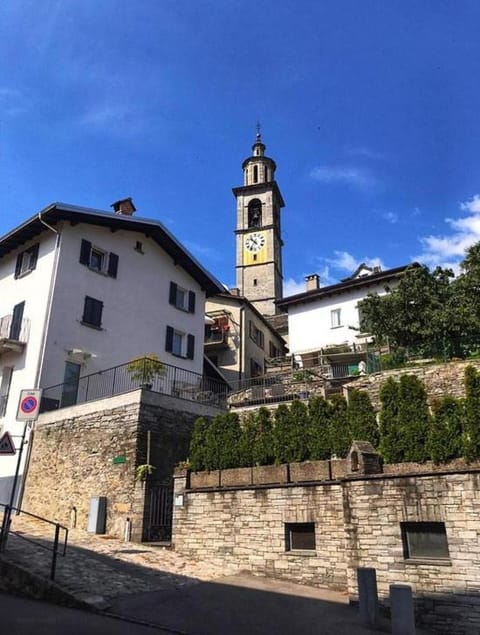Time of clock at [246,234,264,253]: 10:36
